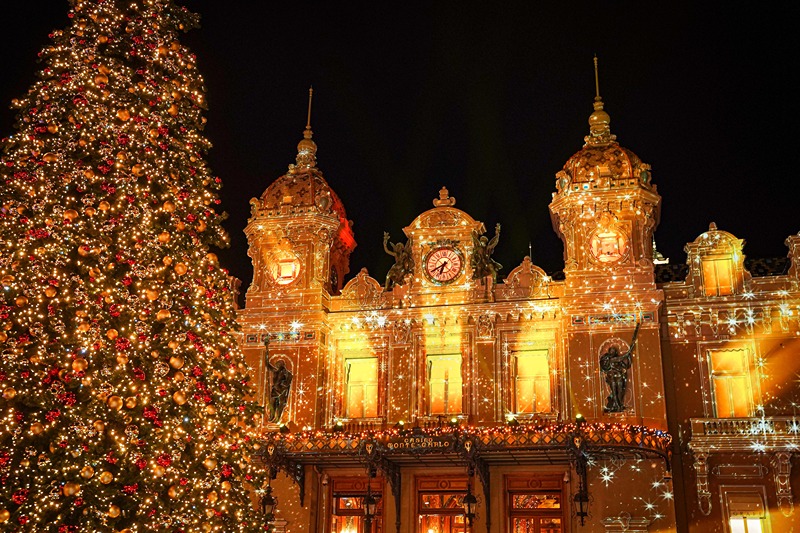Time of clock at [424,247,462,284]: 6:40
